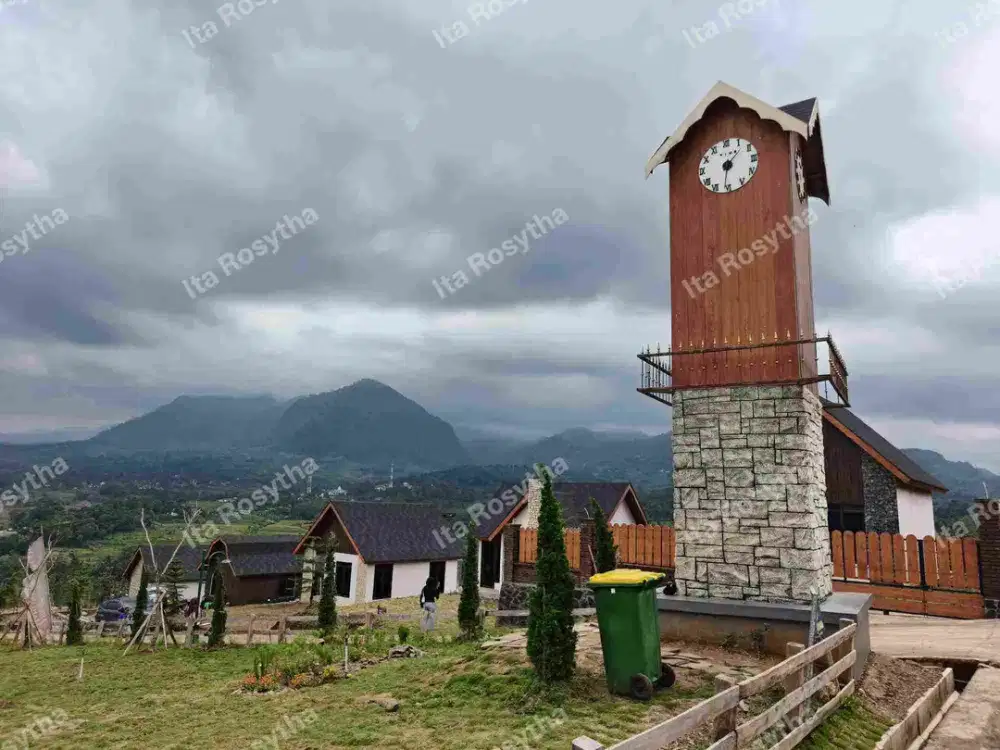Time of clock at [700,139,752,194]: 1:31
